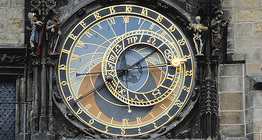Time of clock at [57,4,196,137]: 8:09
